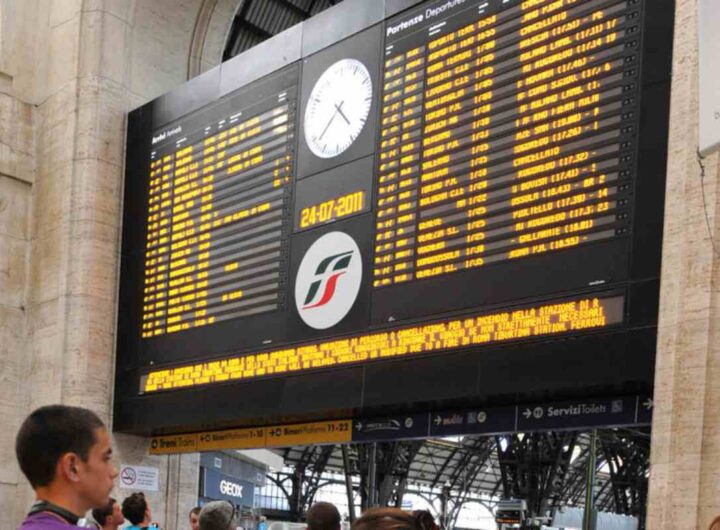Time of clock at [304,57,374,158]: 4:38
